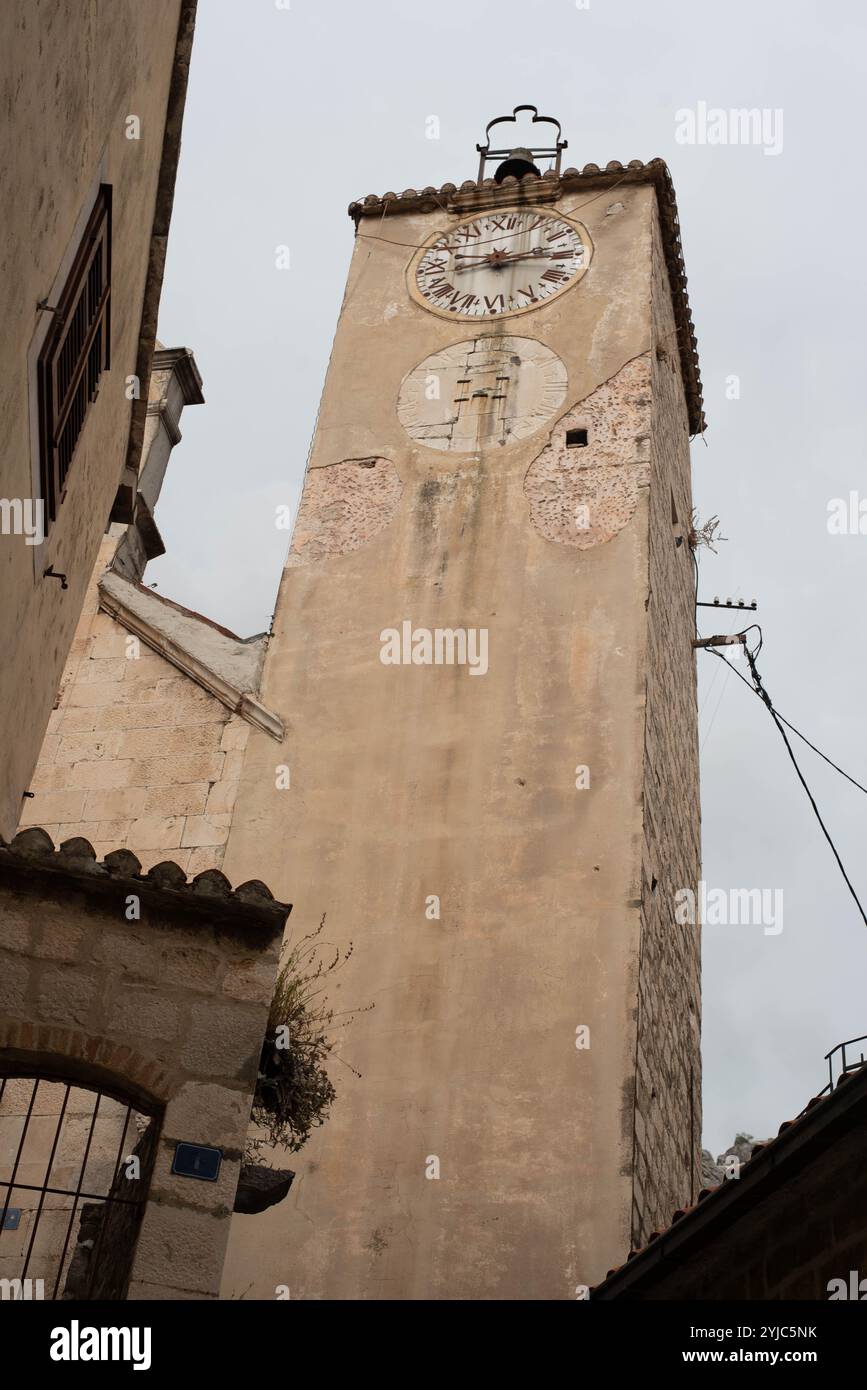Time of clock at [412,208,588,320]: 9:14
